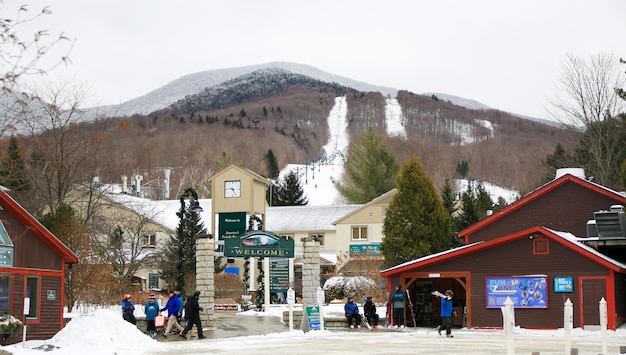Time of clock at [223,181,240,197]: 9:25
